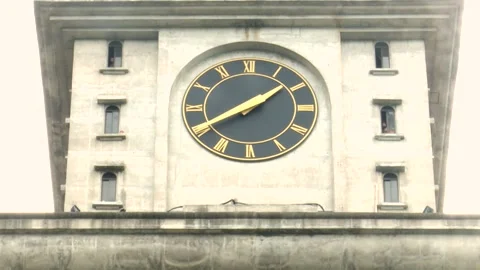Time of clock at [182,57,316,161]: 1:40
